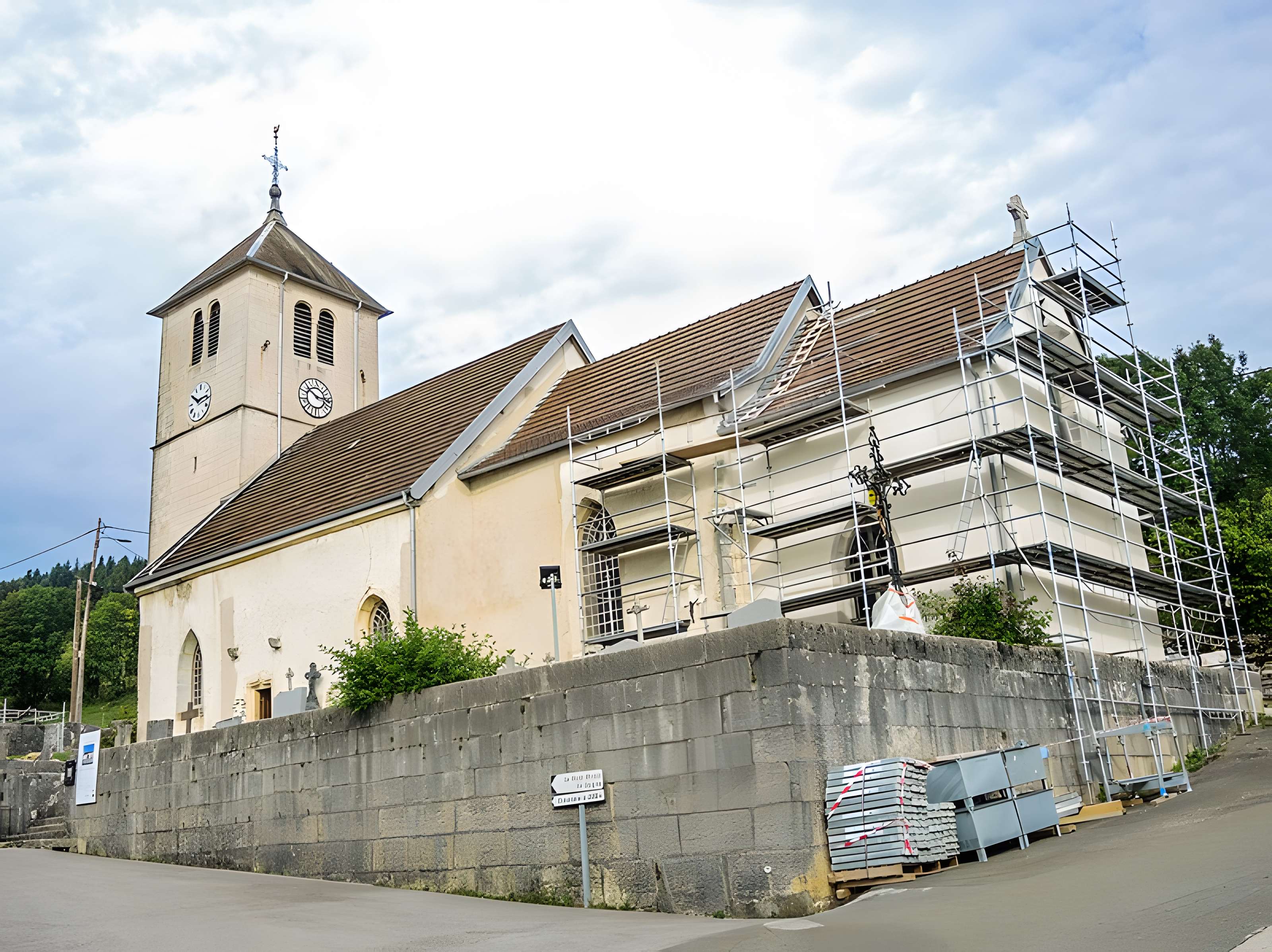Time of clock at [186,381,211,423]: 10:13
